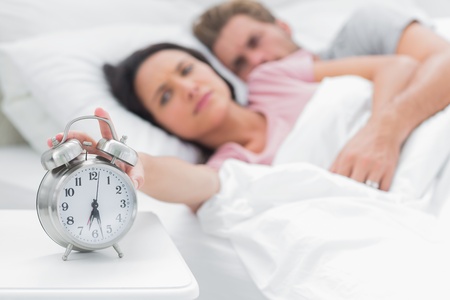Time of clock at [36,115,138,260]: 5:33
